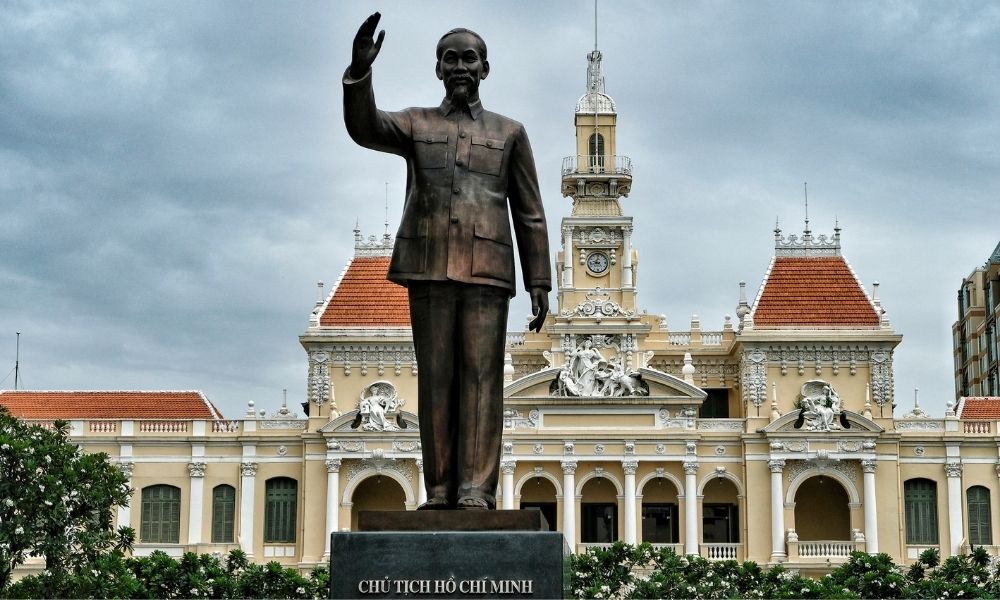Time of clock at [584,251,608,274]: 9:01
